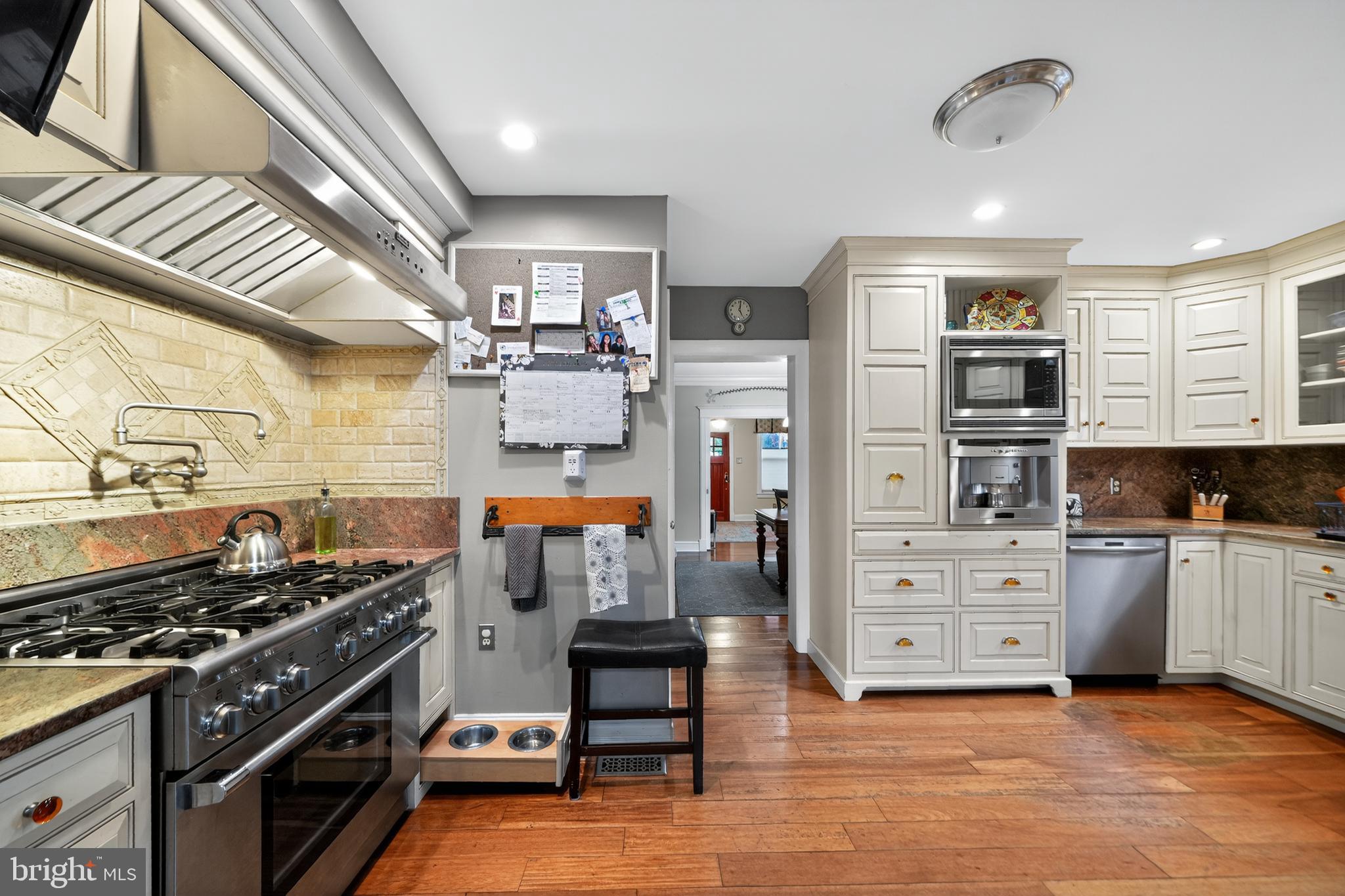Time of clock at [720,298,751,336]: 5:01
